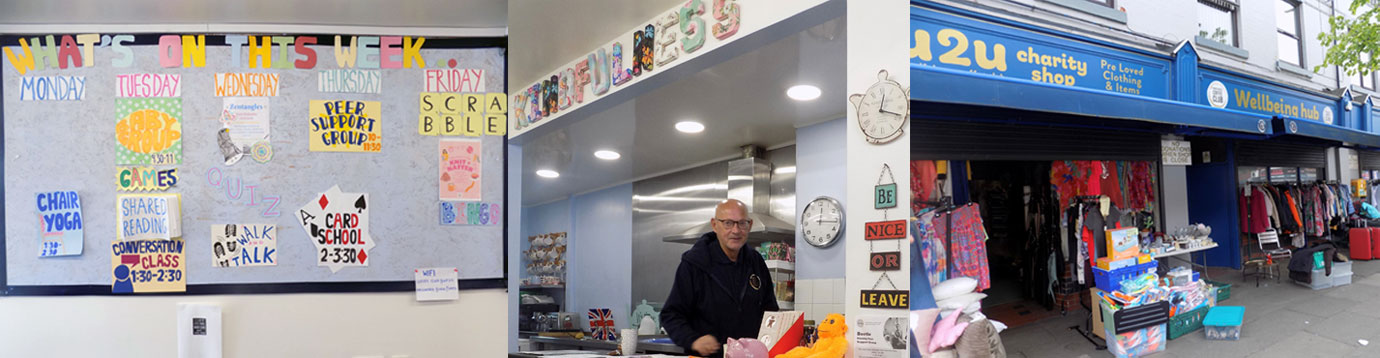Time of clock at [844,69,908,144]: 12:18
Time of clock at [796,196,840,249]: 12:16
